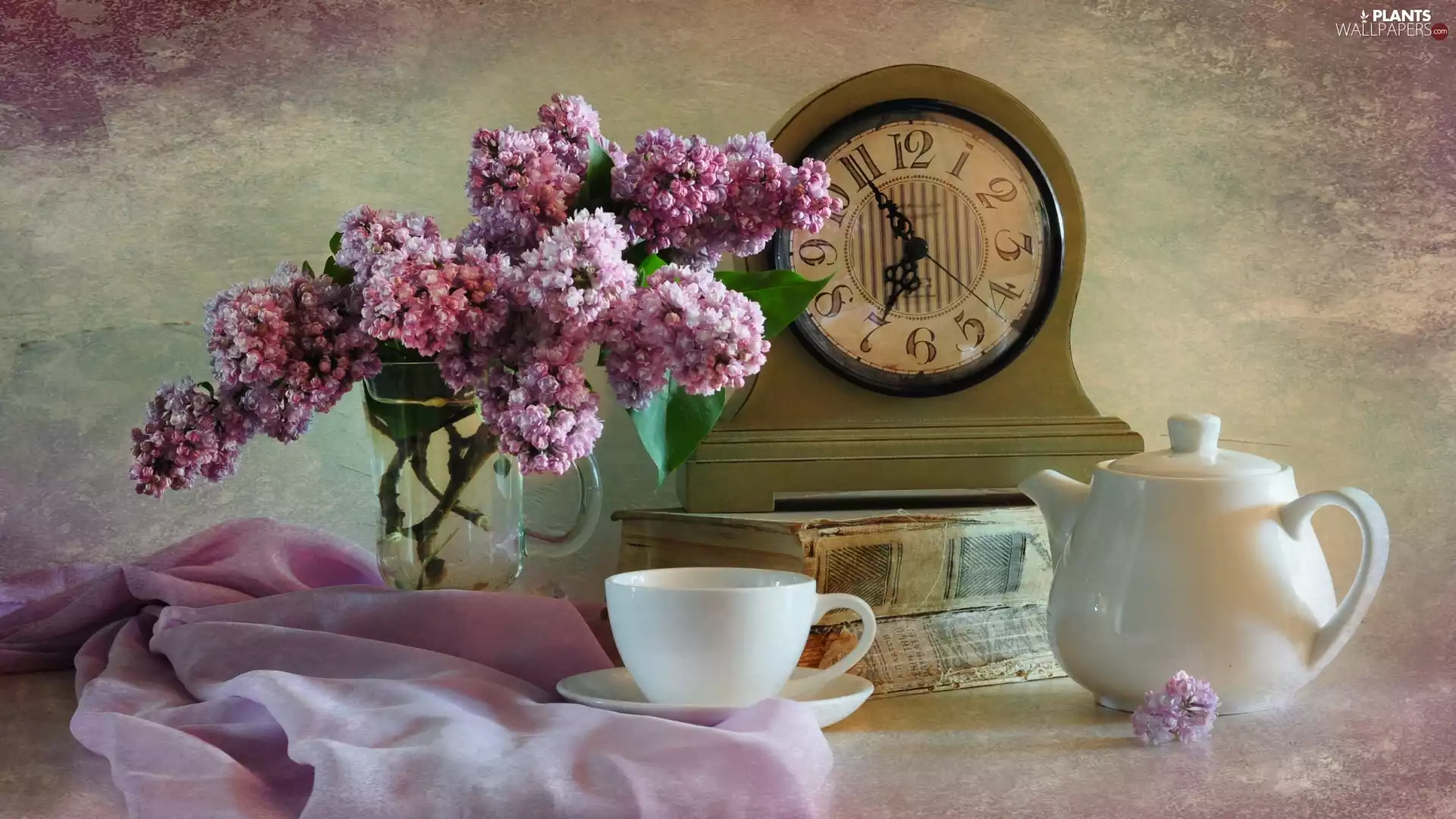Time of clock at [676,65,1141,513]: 6:54
